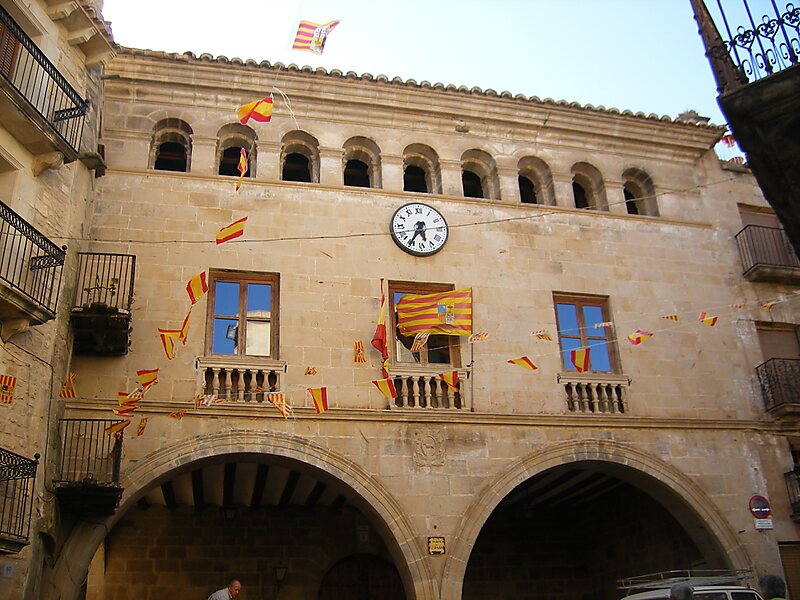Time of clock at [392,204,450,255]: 5:35
